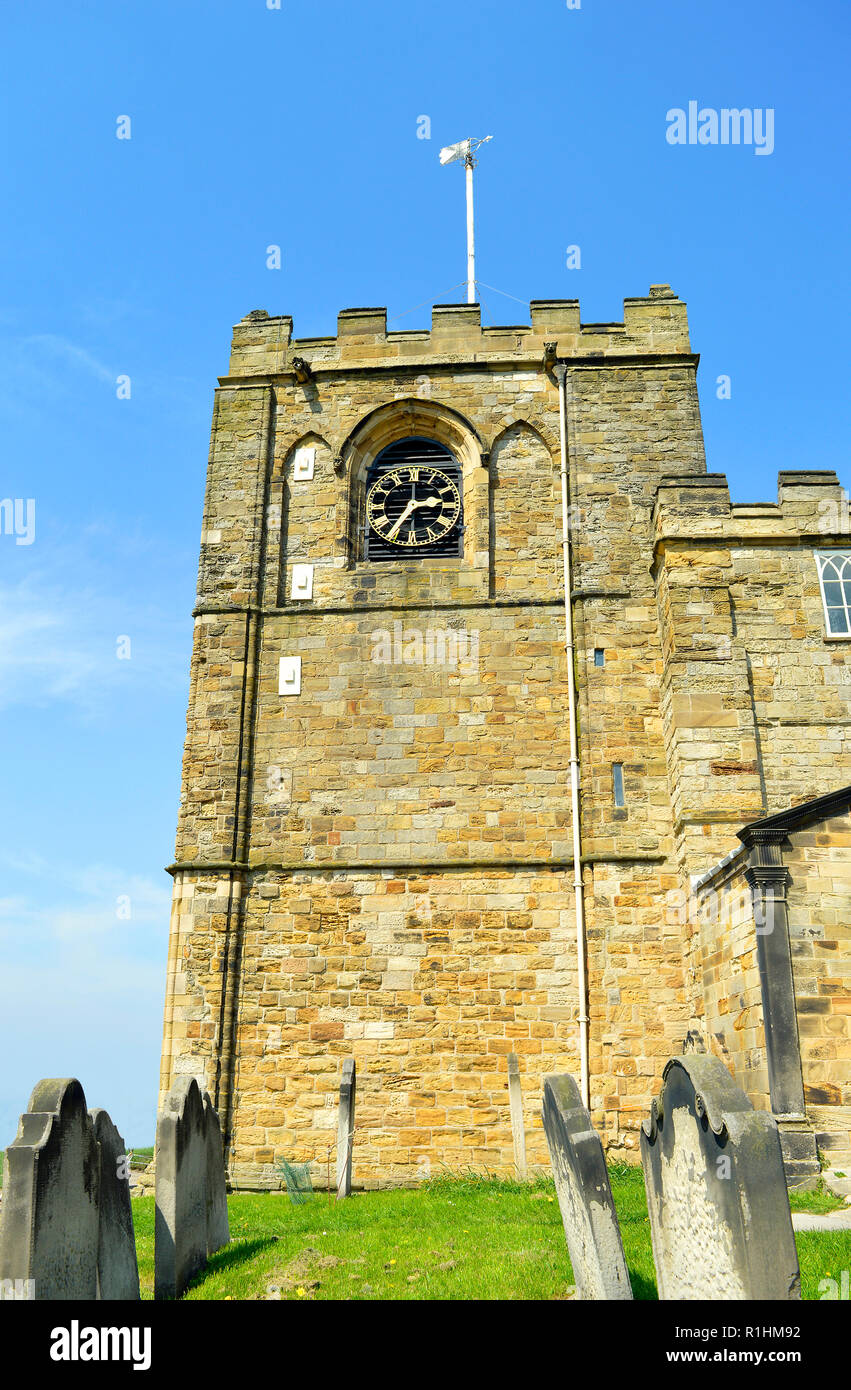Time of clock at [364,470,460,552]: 2:36
